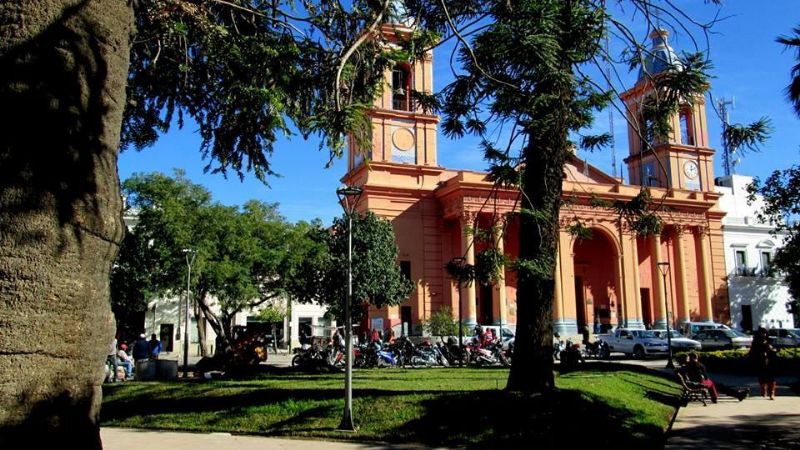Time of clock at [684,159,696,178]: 12:11
